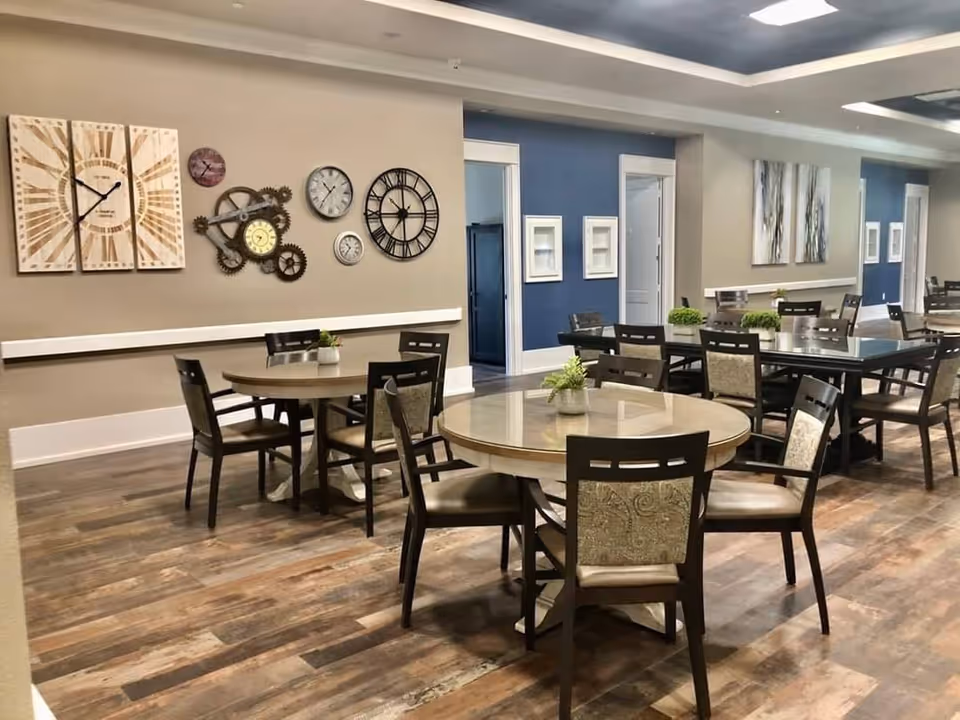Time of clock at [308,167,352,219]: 10:36
